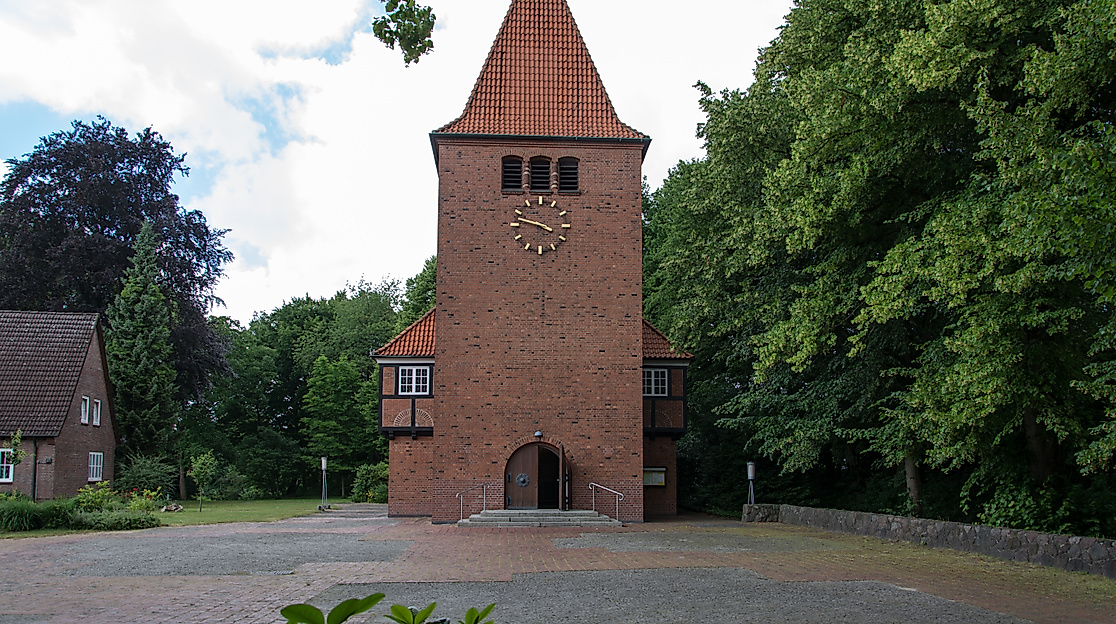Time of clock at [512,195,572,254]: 3:47
